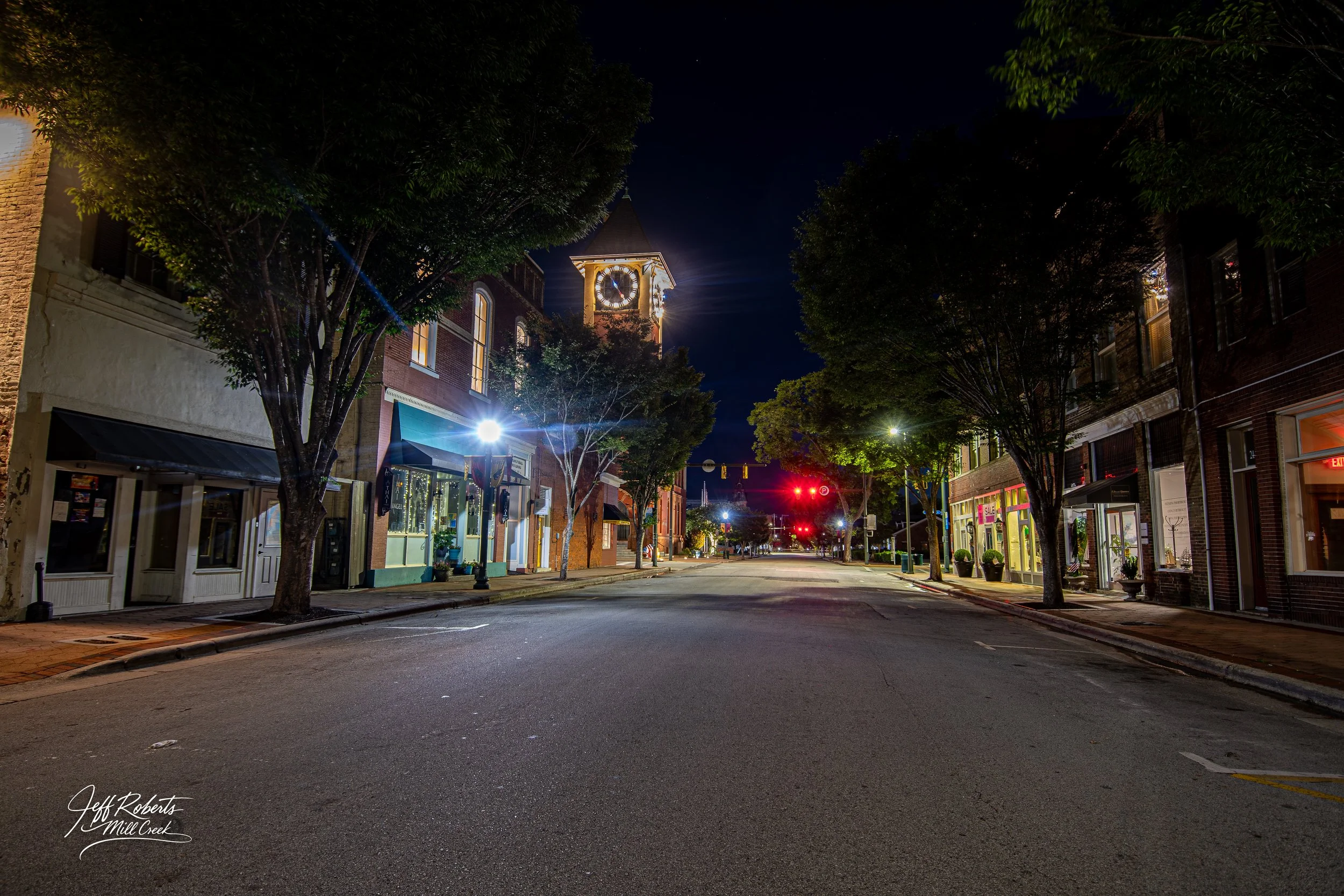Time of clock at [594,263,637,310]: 4:22
